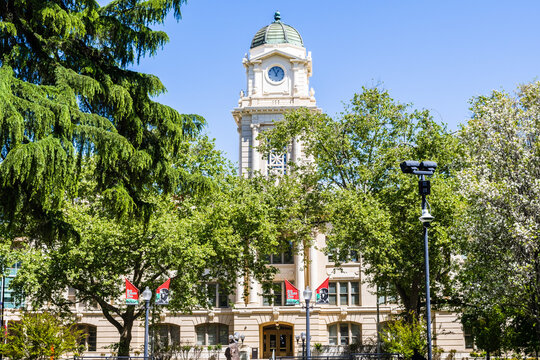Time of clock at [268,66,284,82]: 12:55
